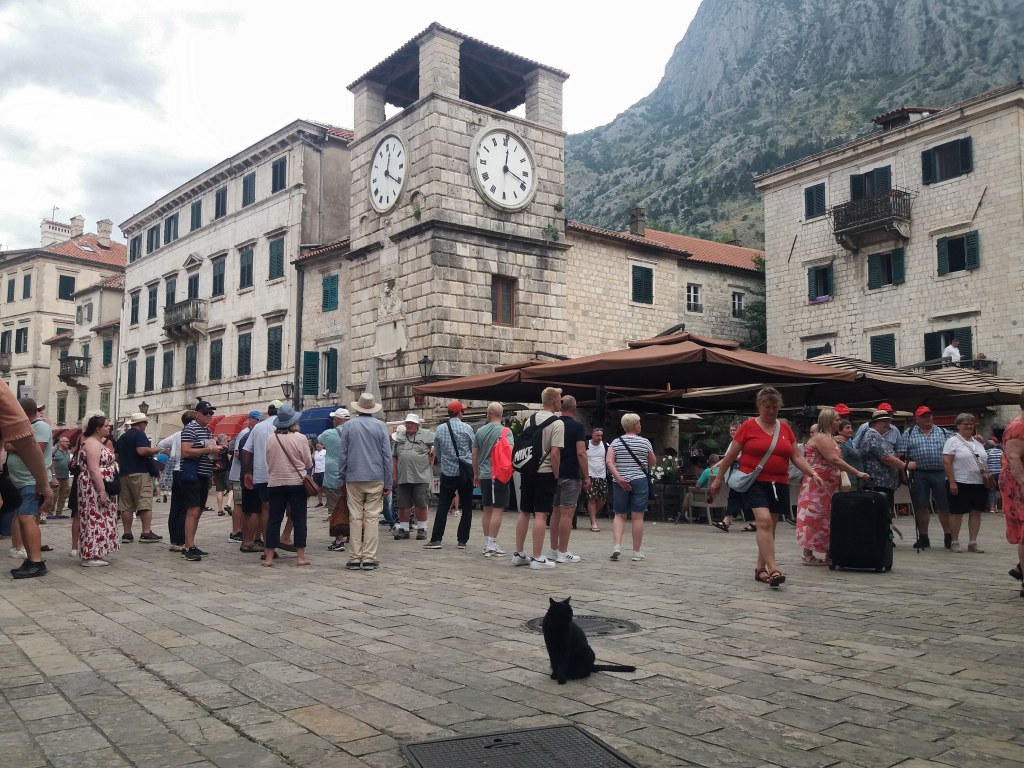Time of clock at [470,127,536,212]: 12:18
